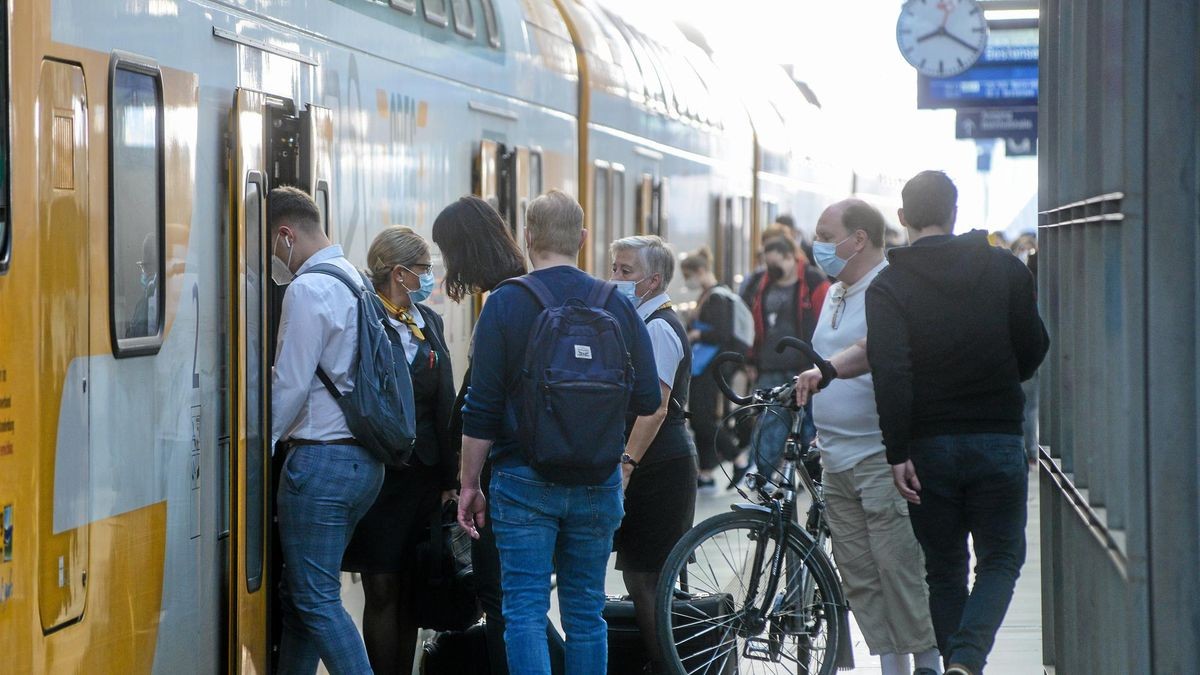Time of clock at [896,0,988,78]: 8:20
